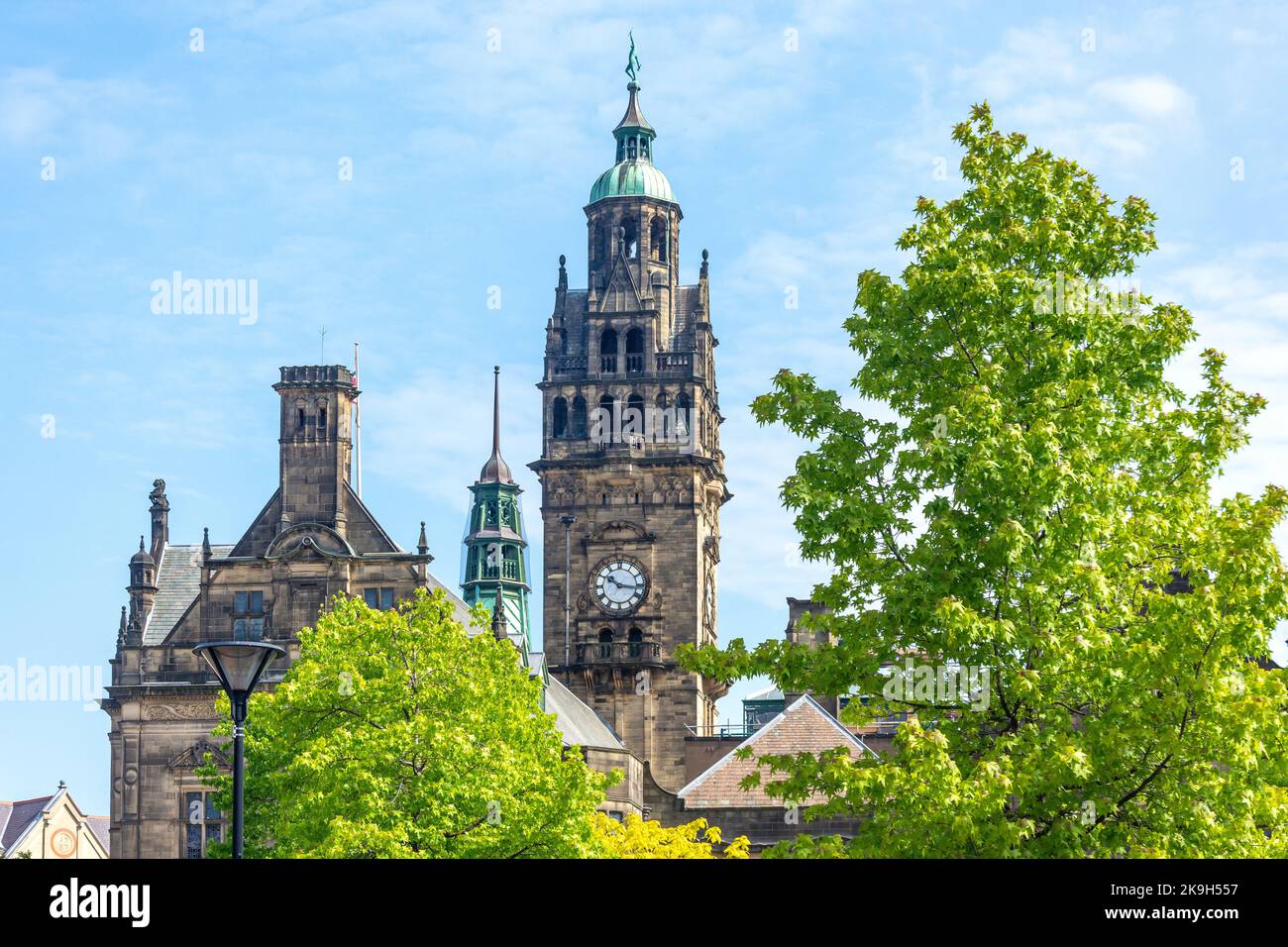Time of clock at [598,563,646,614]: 10:16
